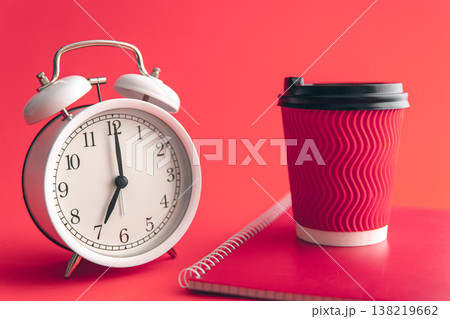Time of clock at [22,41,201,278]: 7:00
